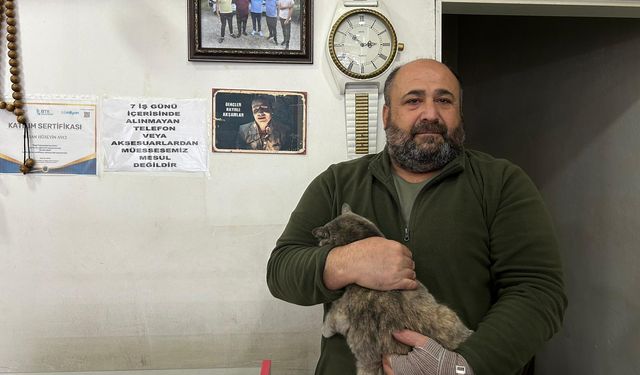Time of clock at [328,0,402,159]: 10:15
